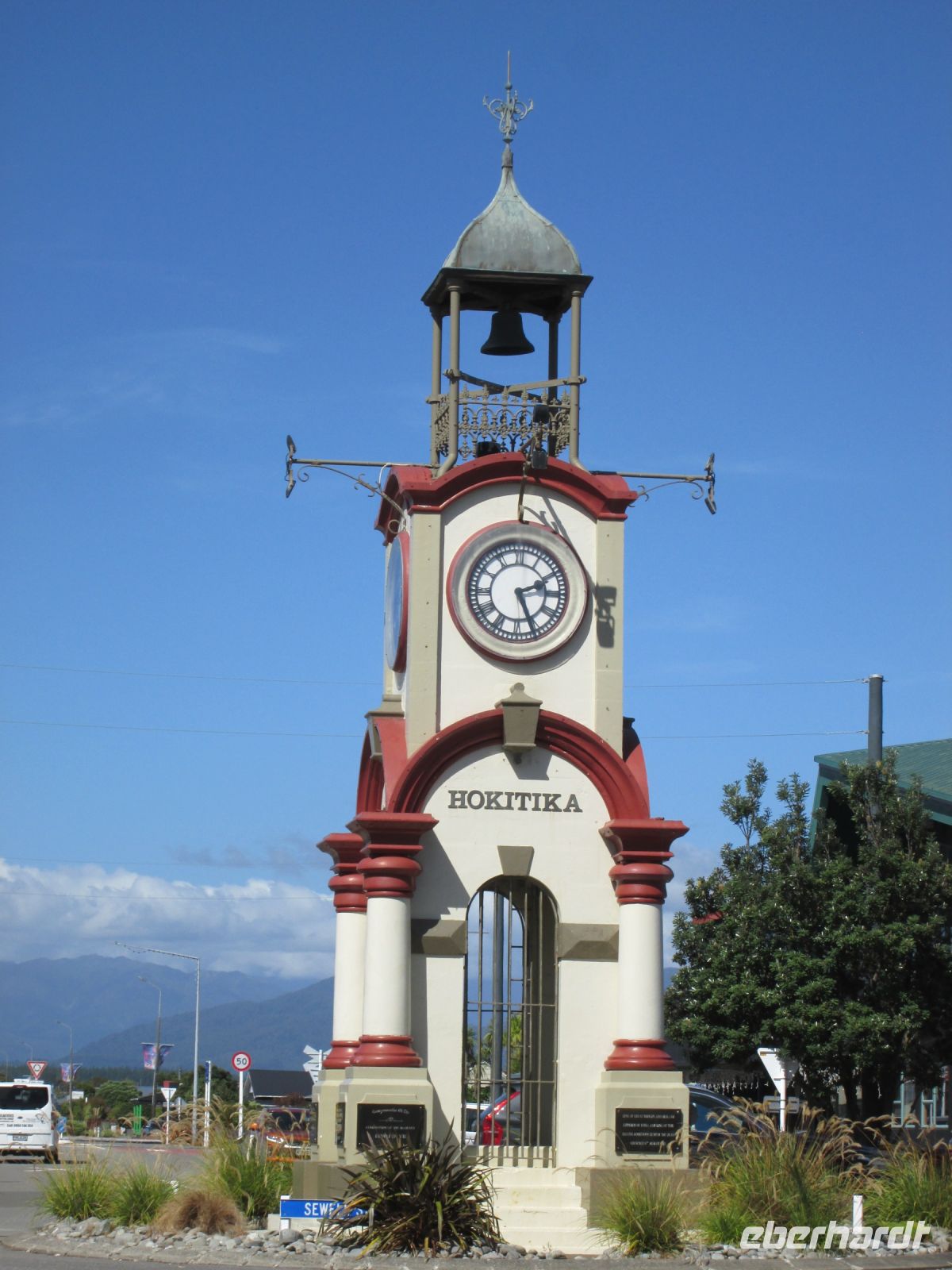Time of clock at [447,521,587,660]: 2:26
